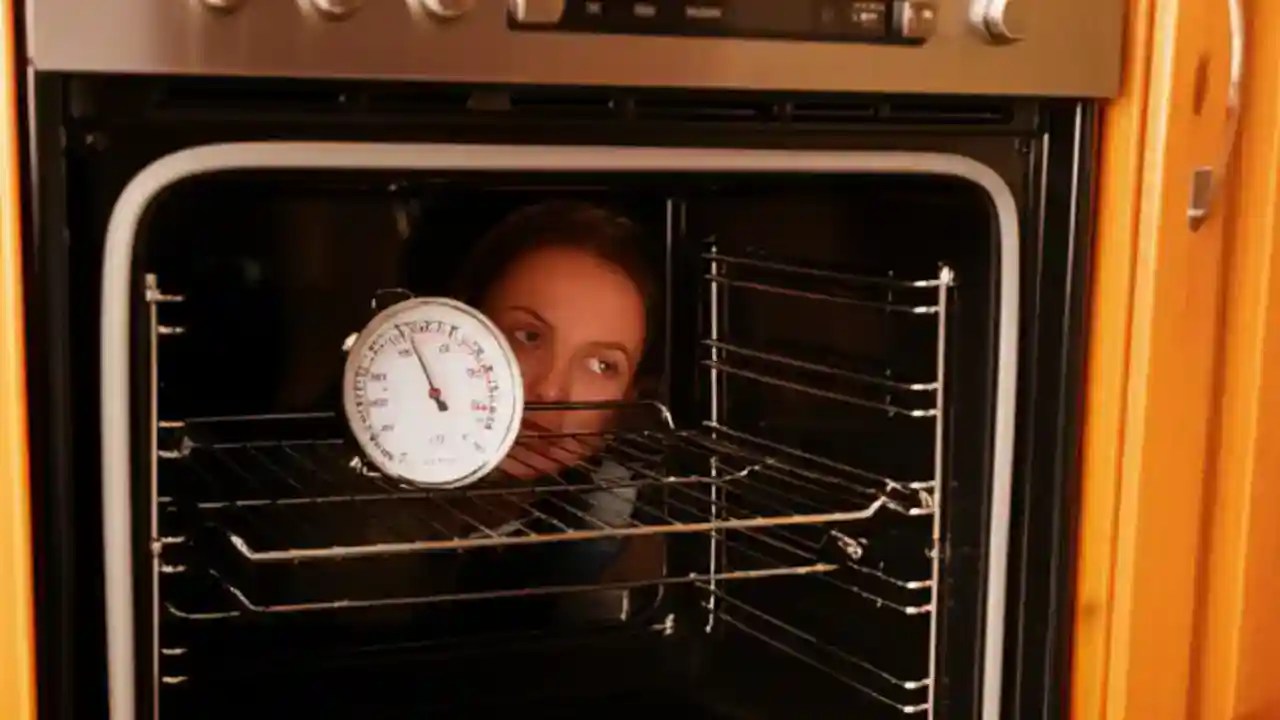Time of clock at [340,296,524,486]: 4:56
